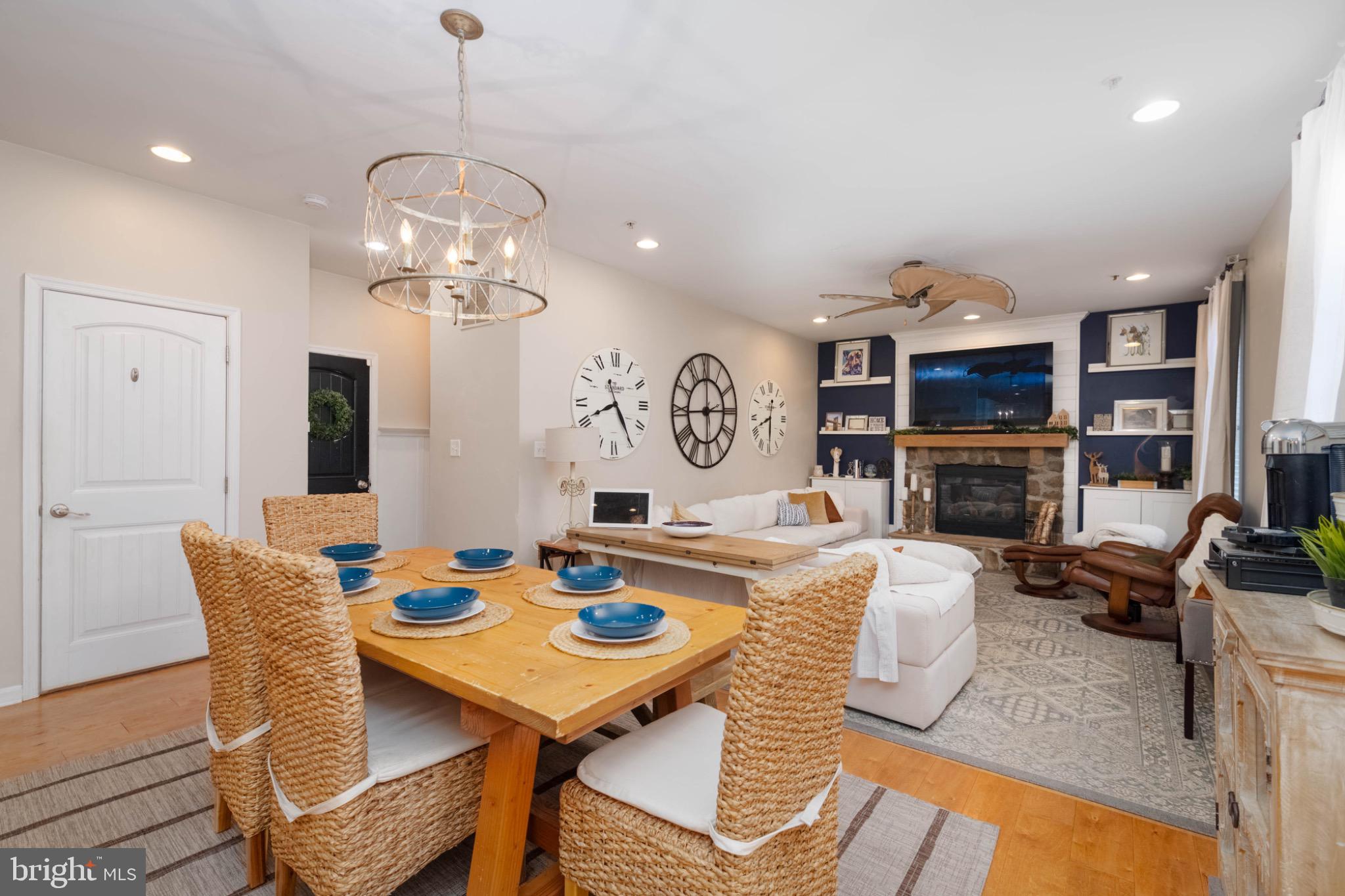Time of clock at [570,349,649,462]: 8:24
